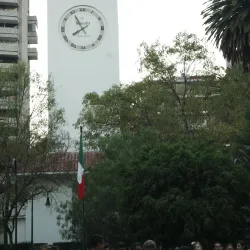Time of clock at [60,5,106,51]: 7:55
